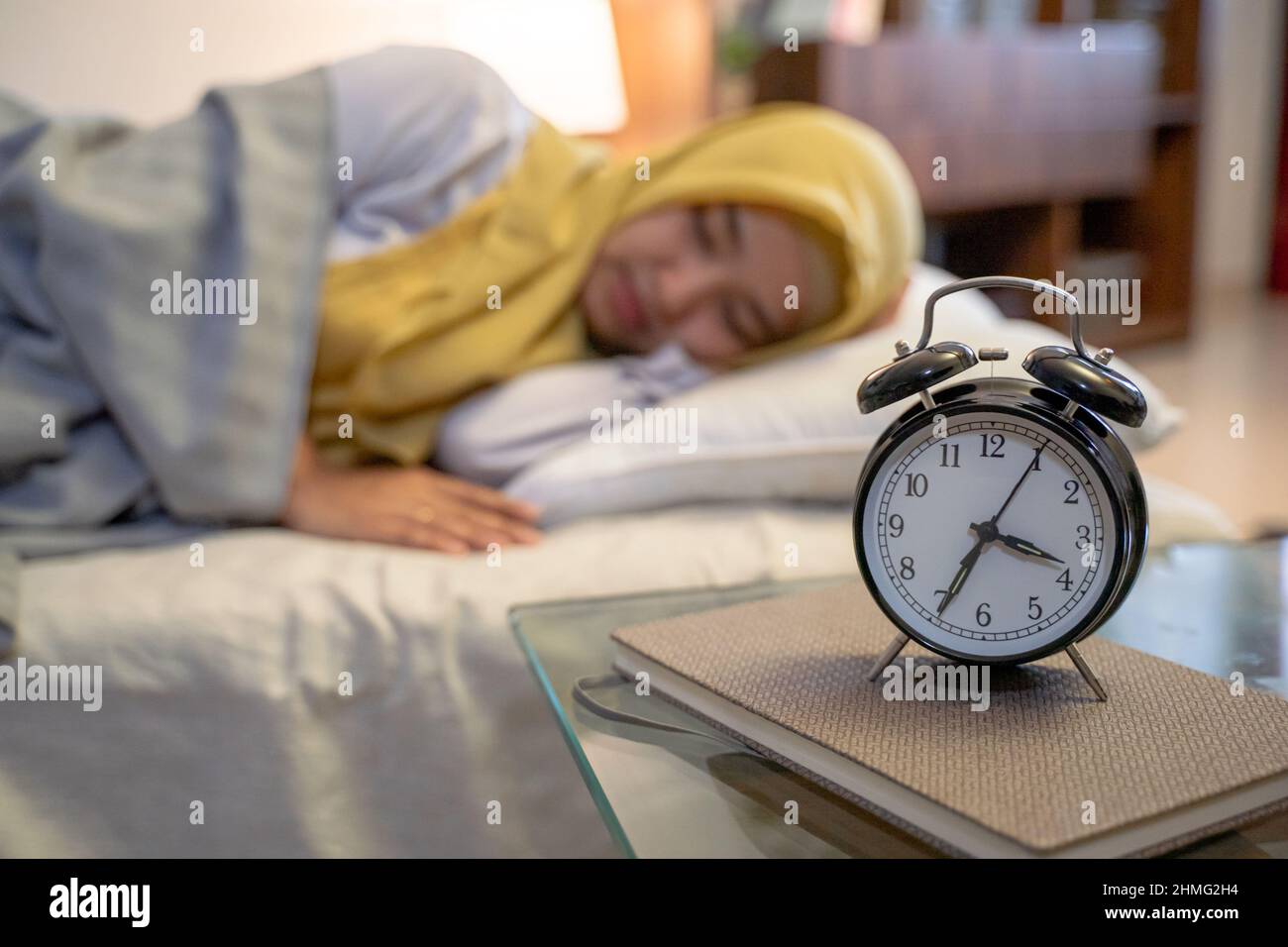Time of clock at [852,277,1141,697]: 3:34
